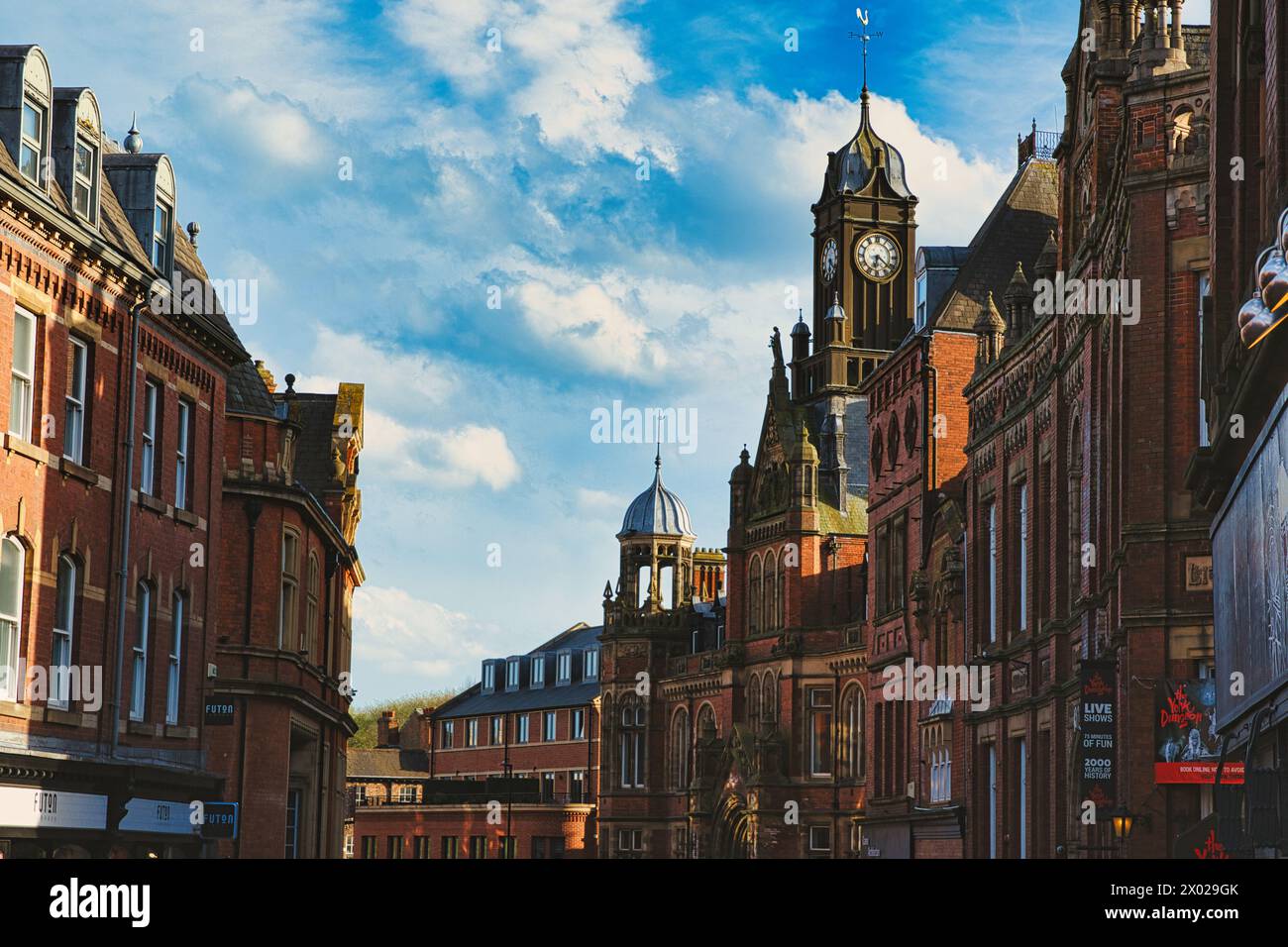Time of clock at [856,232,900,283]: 6:21
